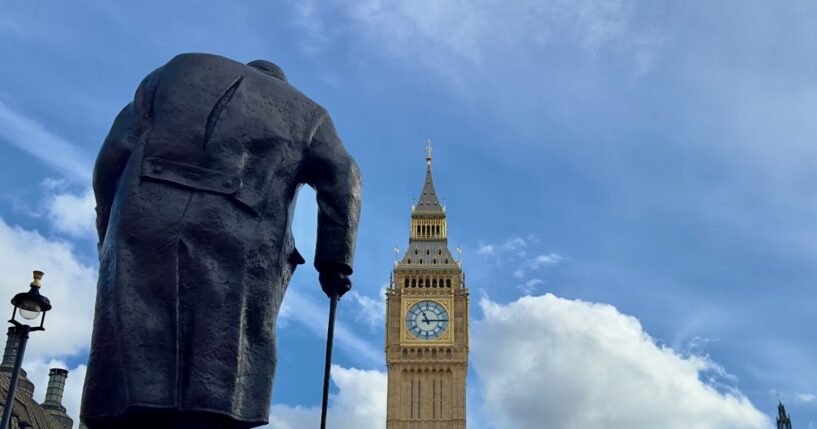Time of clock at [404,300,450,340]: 11:14
